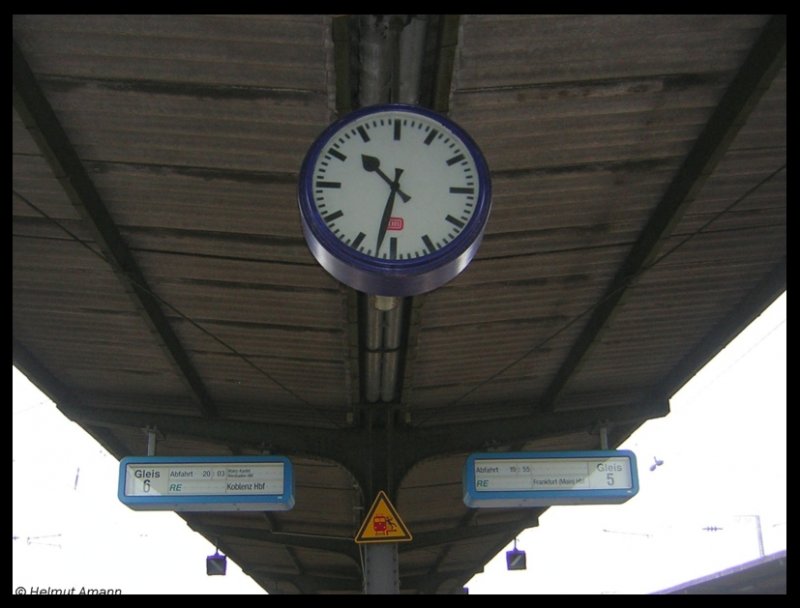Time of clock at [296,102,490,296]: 10:32
